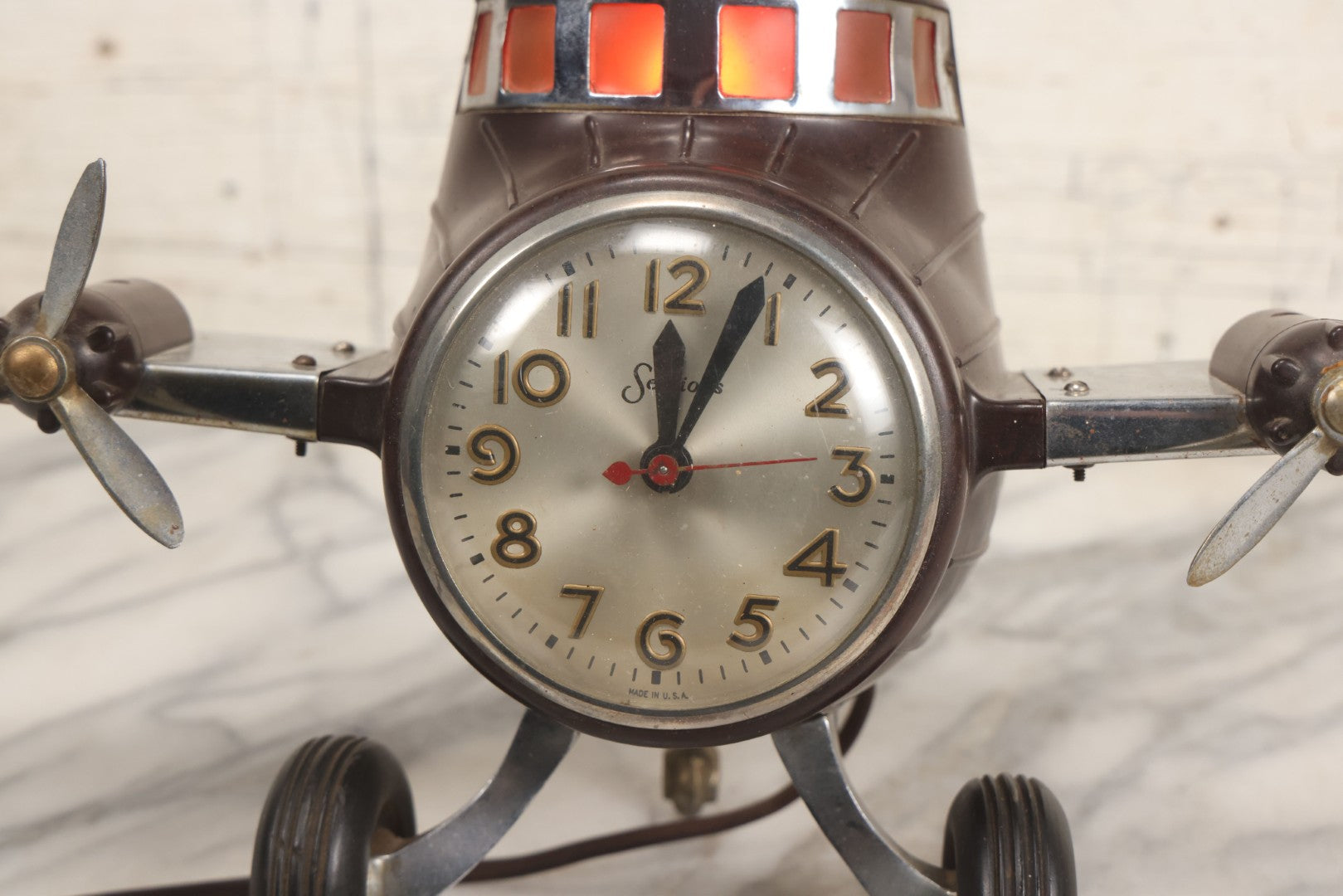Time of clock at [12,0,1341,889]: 12:03
